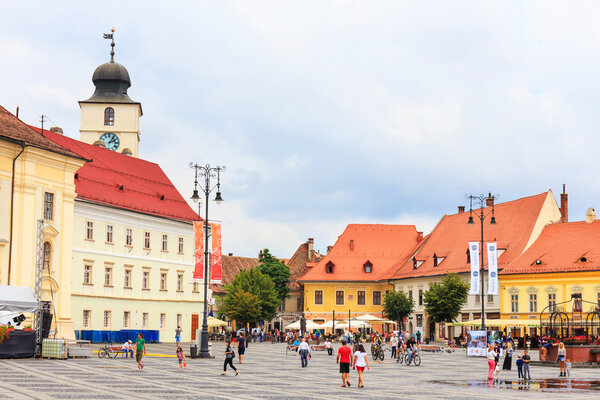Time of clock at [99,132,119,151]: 2:06
